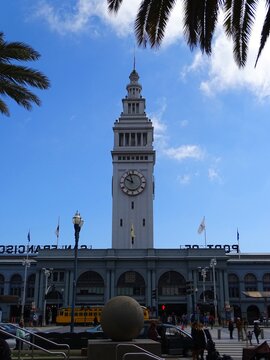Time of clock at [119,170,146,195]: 9:57
